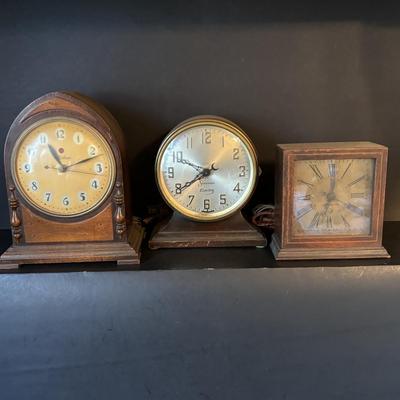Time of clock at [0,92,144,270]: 11:11
